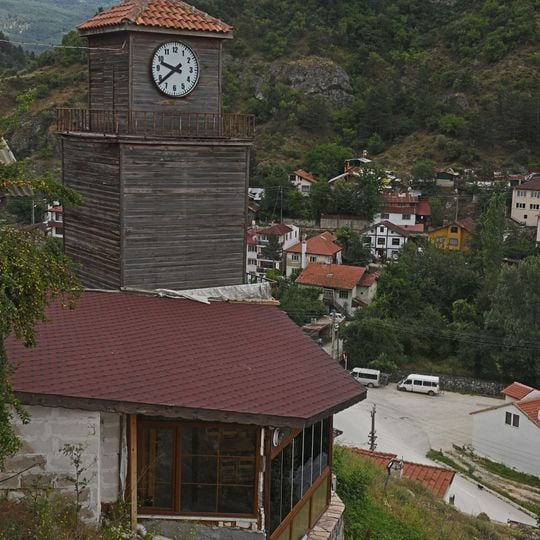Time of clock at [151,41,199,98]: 9:38
